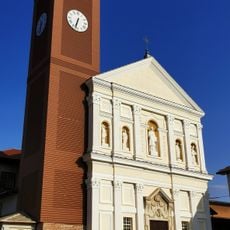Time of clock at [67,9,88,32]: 6:32
